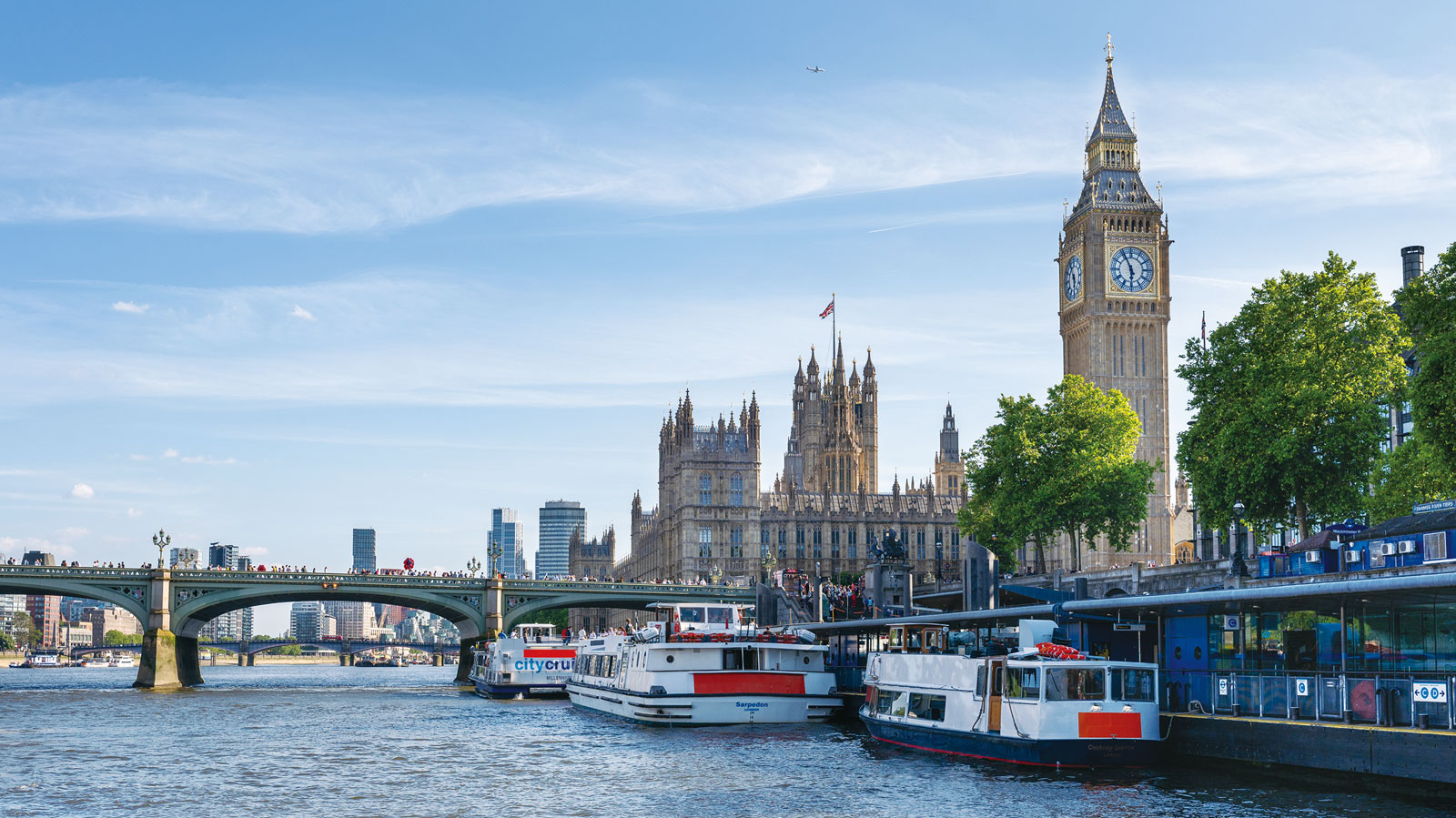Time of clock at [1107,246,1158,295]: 5:55
